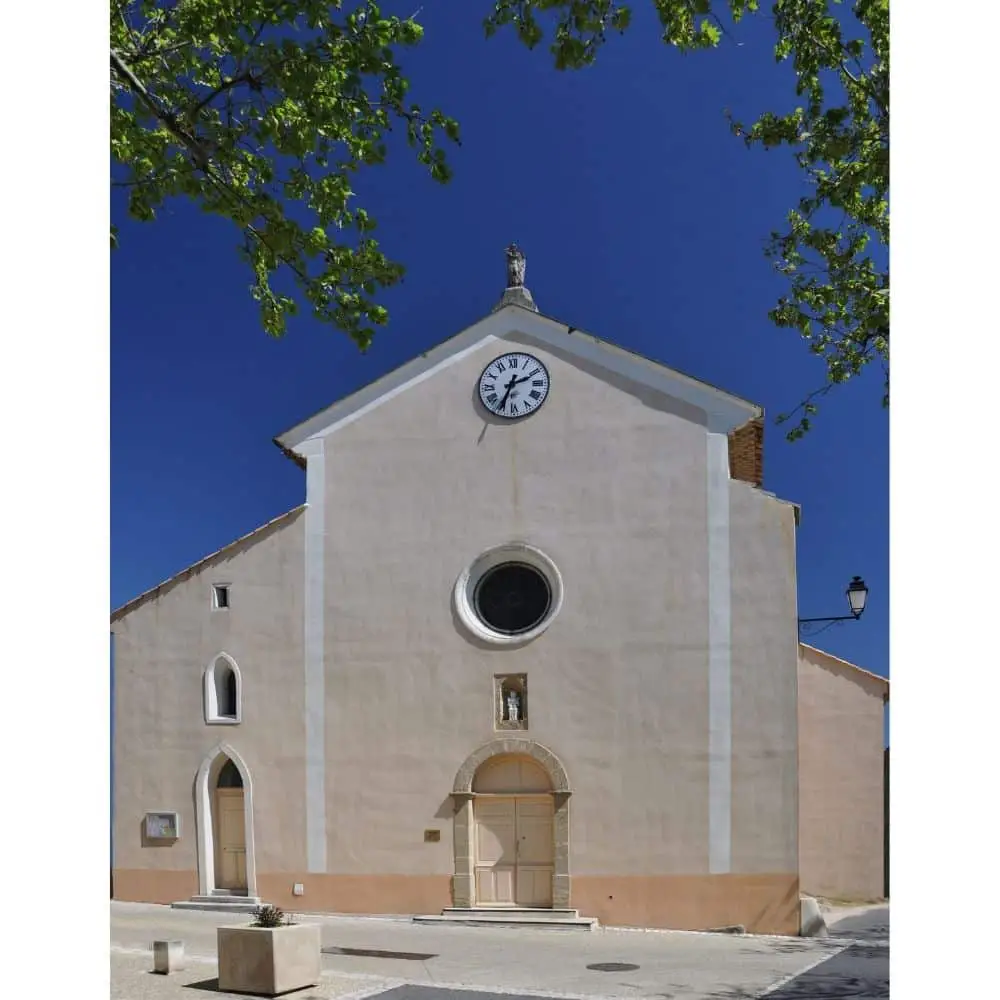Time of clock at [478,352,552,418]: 2:34
